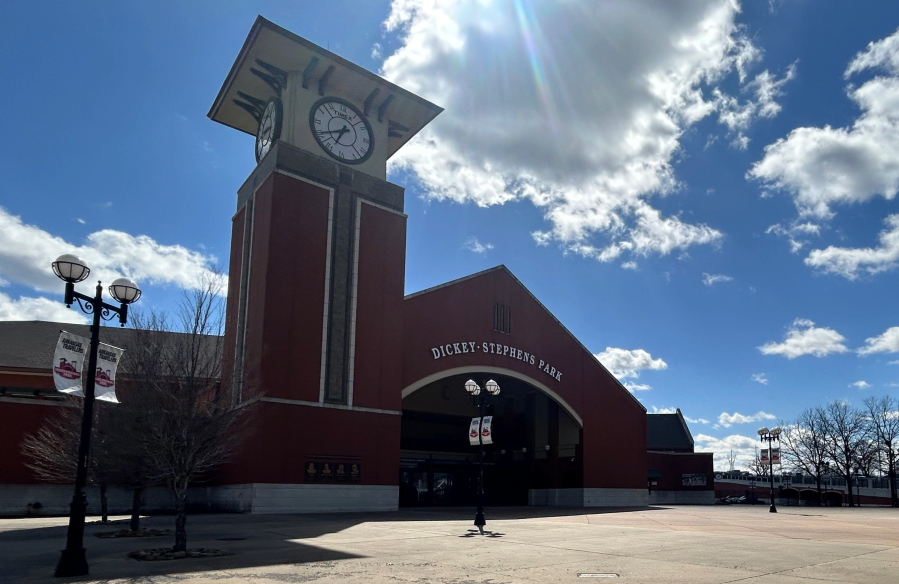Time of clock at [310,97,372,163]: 6:40
